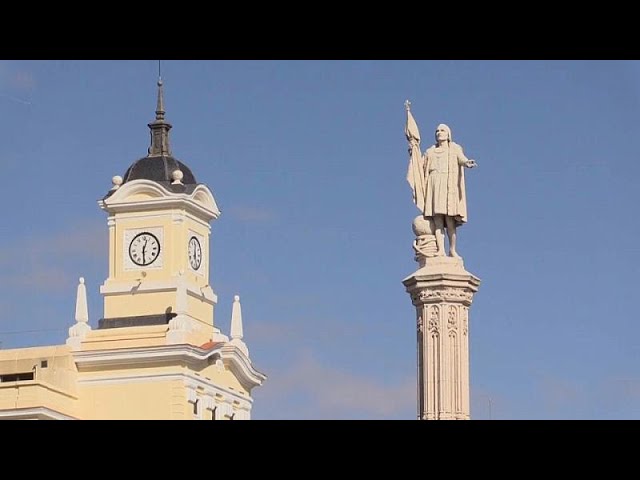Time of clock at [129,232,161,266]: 12:29
